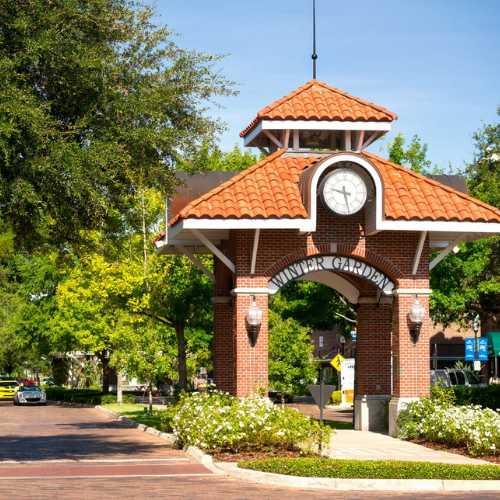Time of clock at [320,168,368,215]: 9:27
